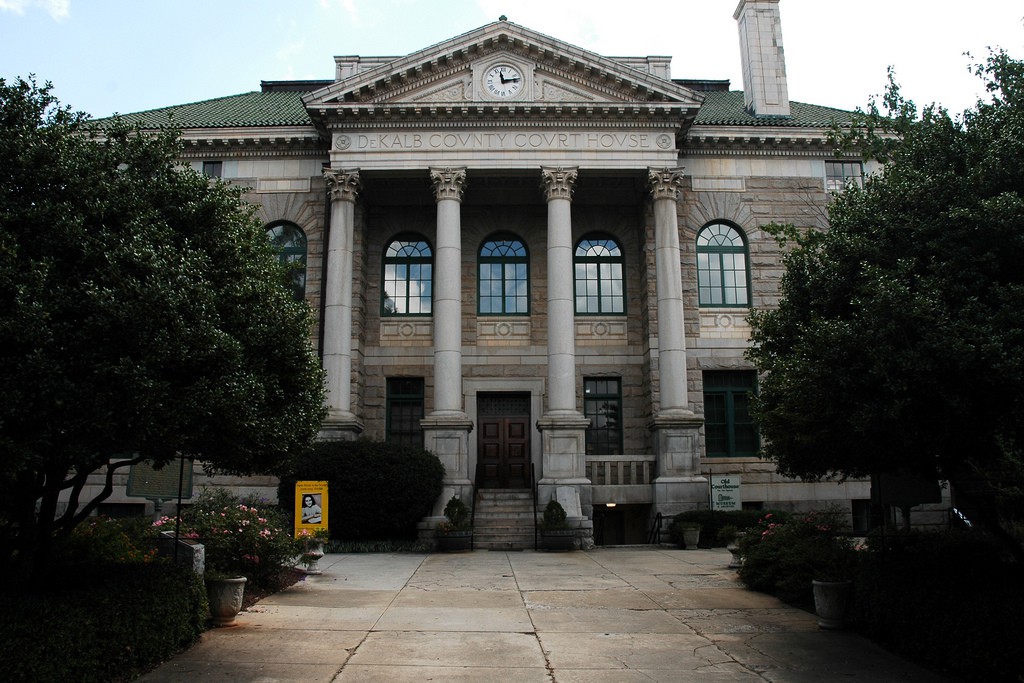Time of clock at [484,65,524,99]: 11:13
